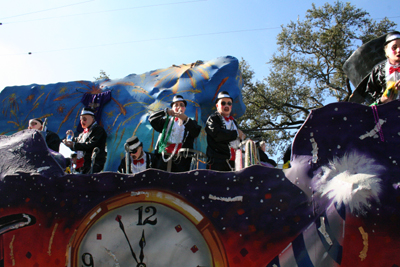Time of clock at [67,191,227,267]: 11:55
